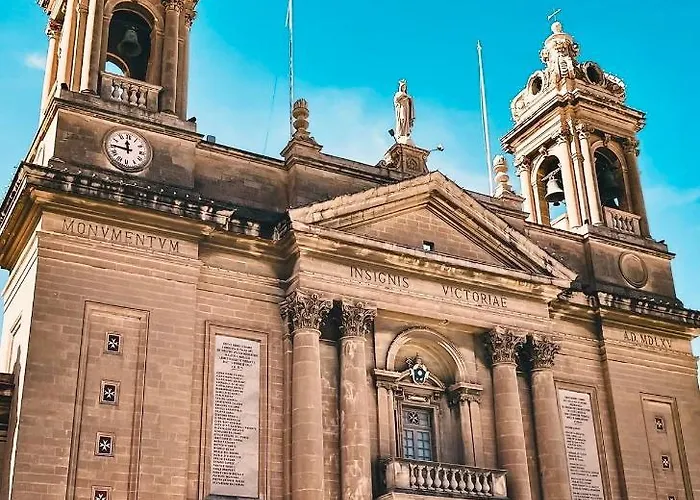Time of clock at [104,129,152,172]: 11:45
